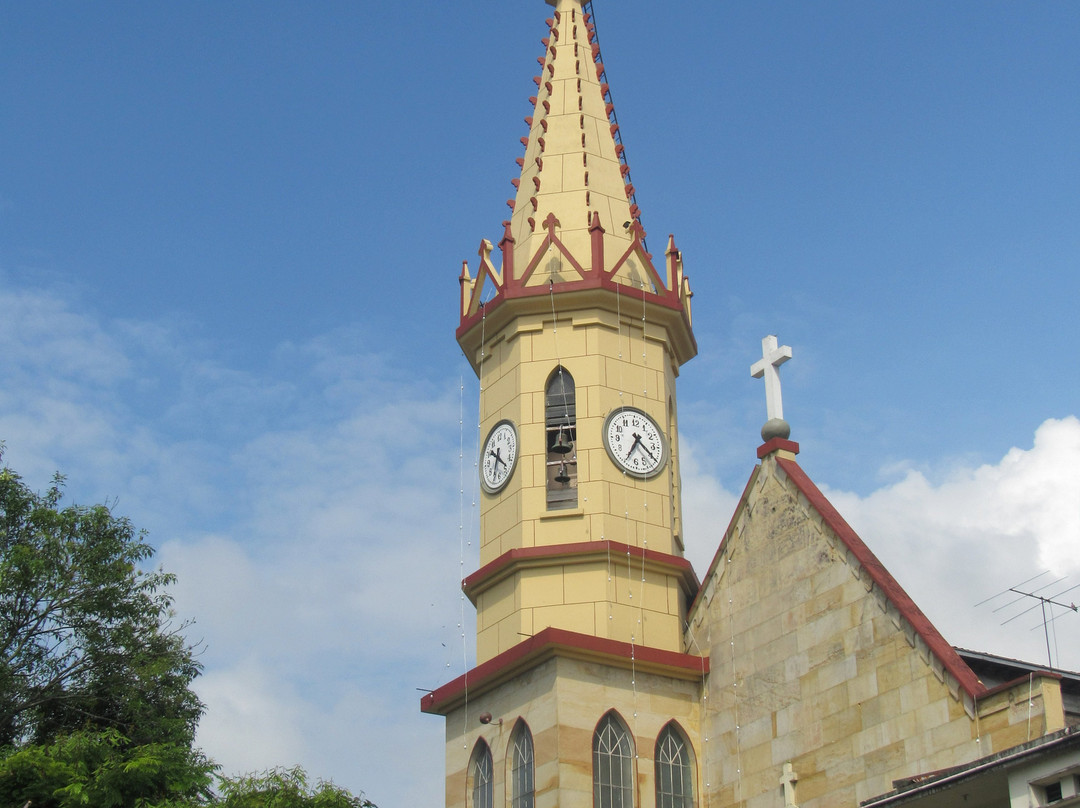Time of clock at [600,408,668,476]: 4:34
